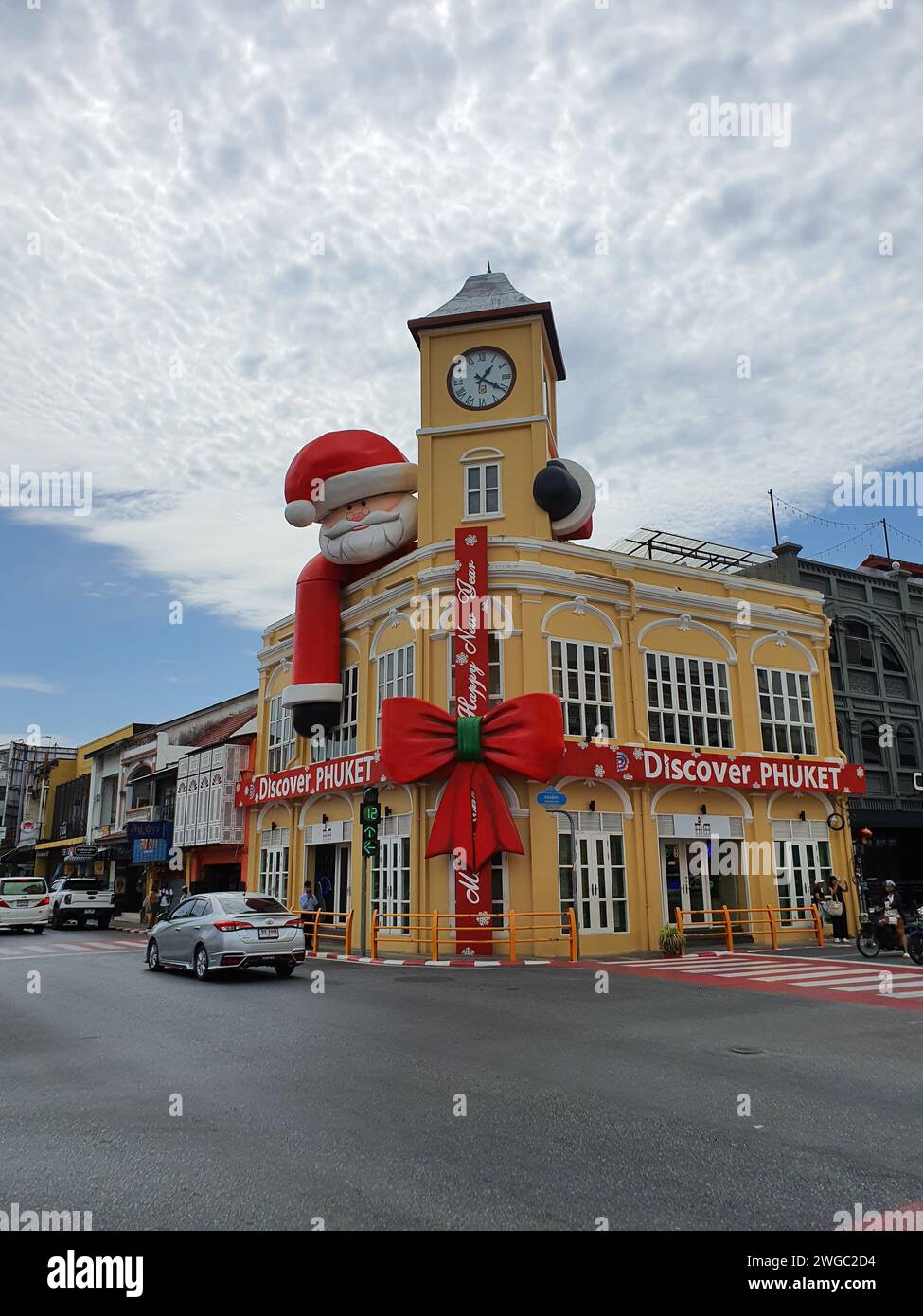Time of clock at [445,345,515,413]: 1:20
